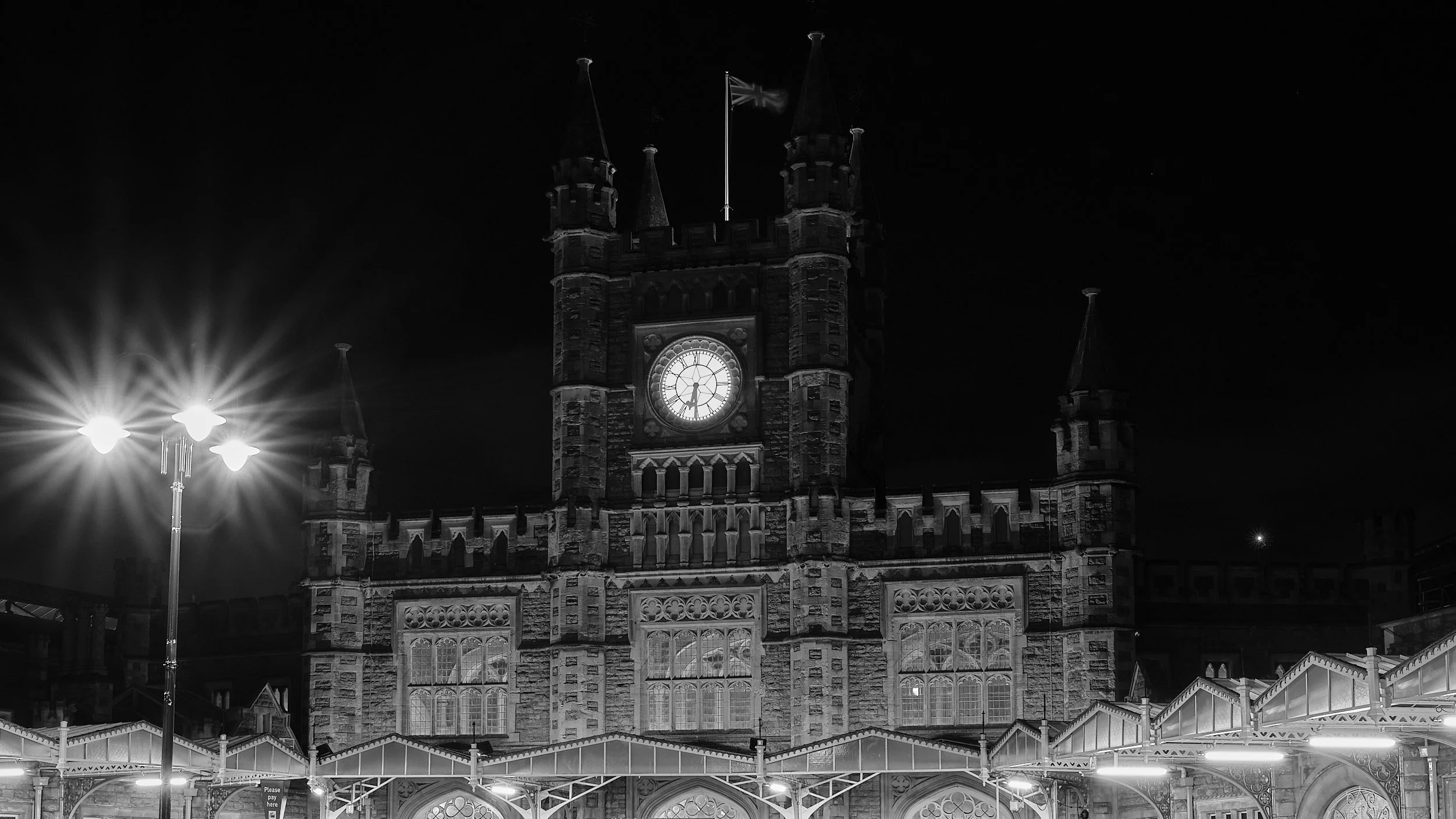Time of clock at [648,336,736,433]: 6:30
